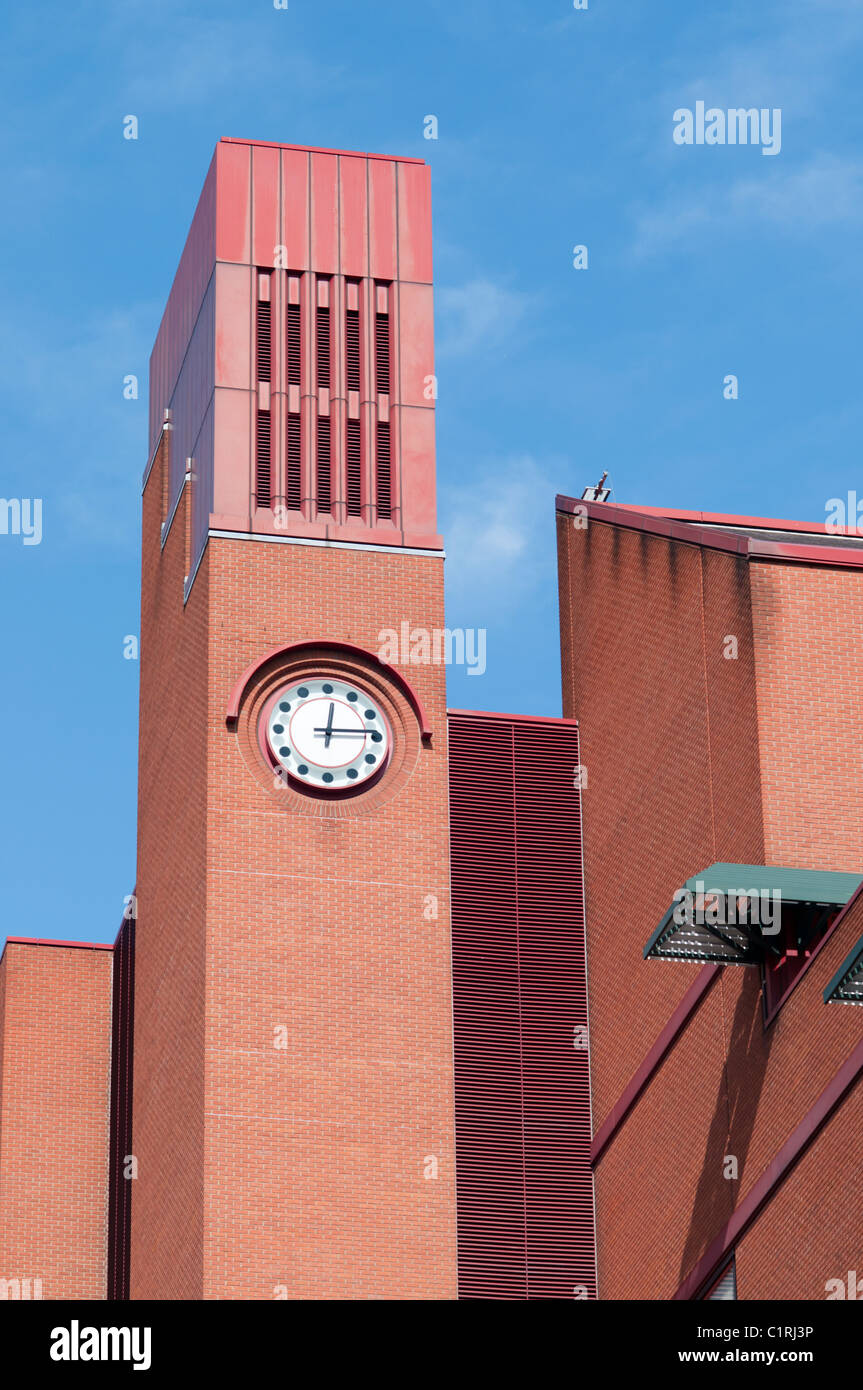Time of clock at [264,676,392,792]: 12:14
